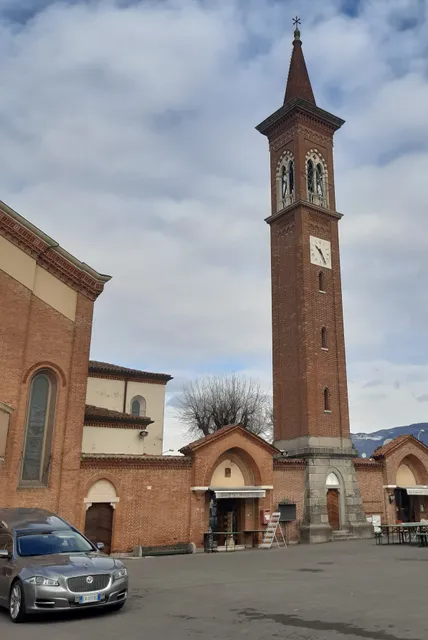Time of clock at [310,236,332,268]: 10:24
